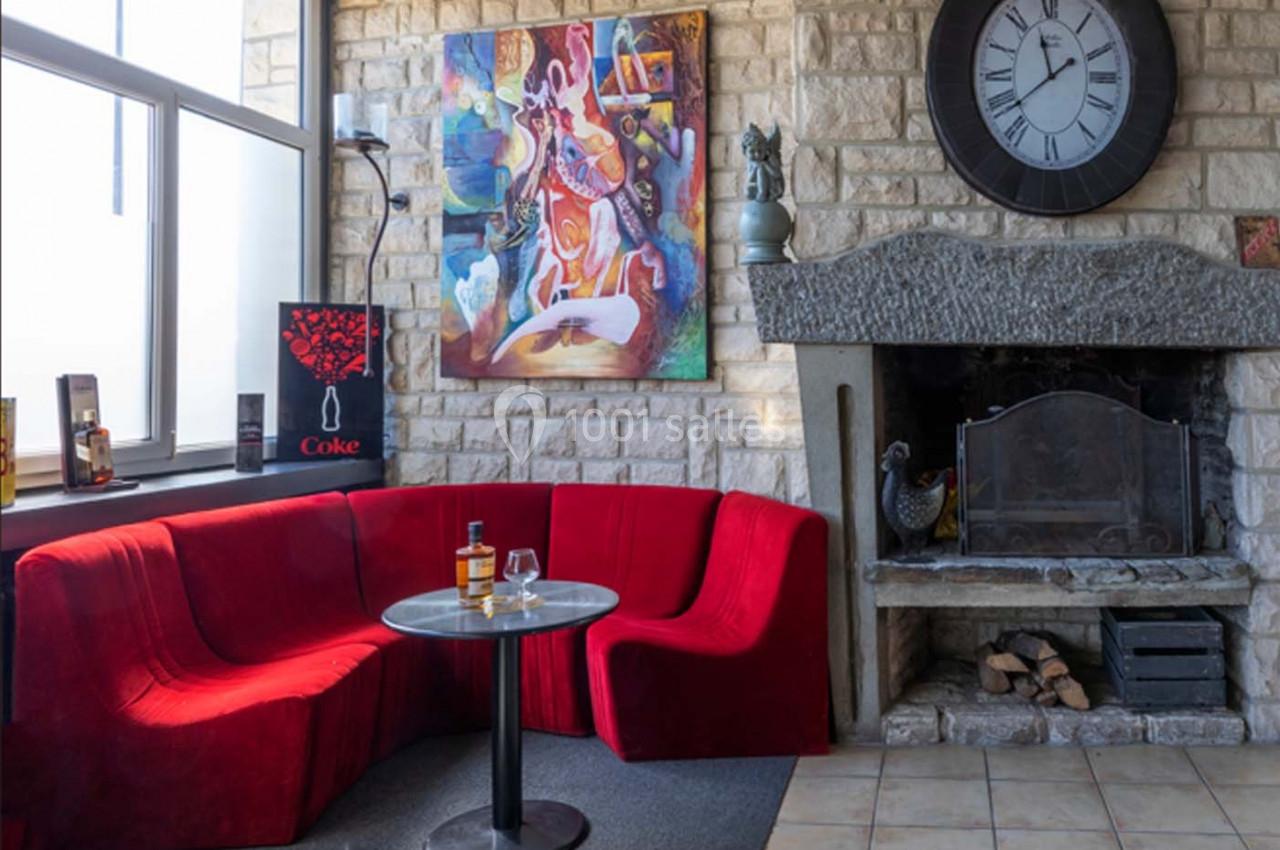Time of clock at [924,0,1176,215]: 11:38
